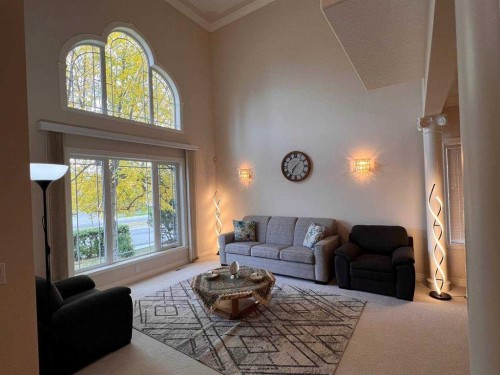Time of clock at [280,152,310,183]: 7:07
